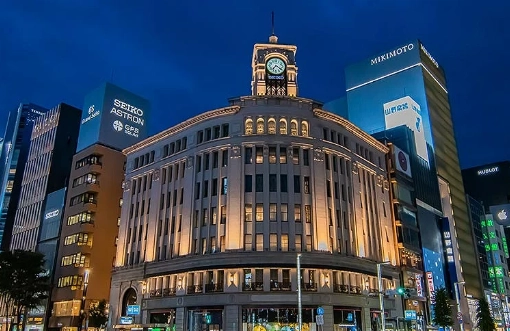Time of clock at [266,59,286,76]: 7:20
